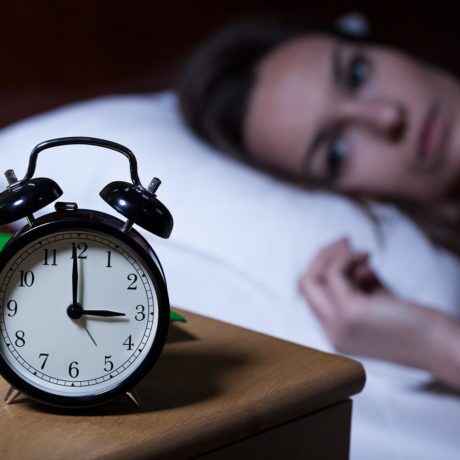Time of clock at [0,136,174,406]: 2:59
